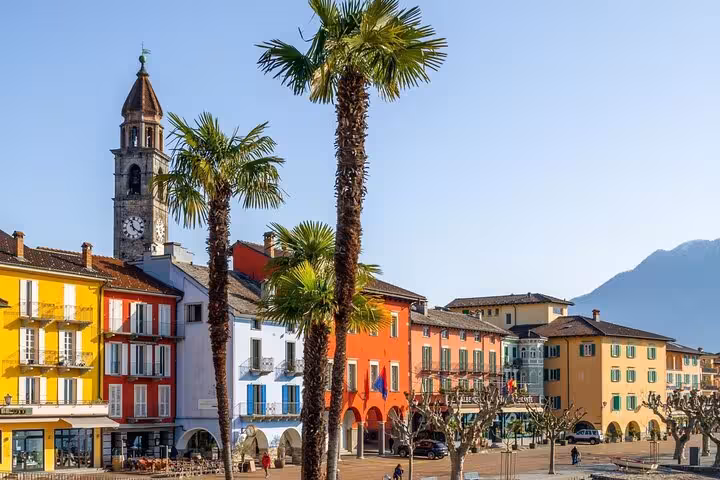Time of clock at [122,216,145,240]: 11:21
